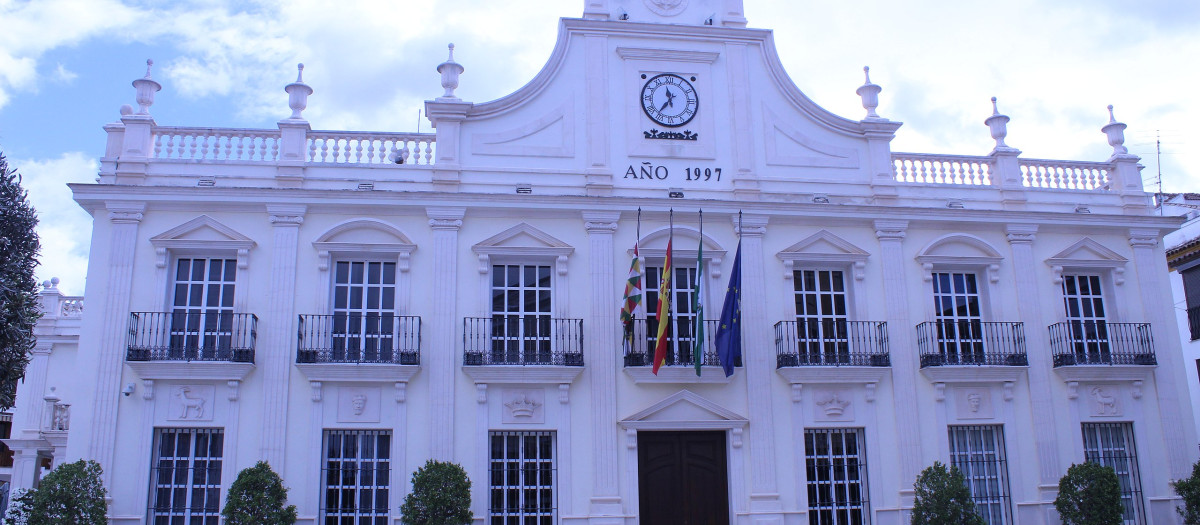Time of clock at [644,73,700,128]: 11:36
